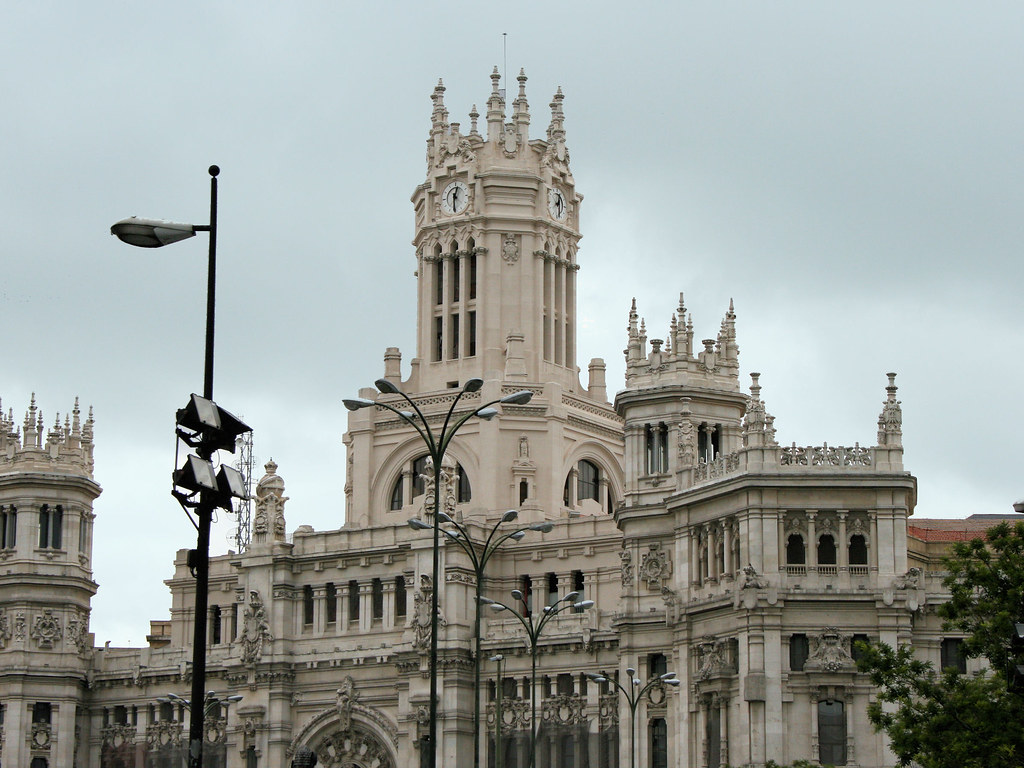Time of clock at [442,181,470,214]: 12:30
